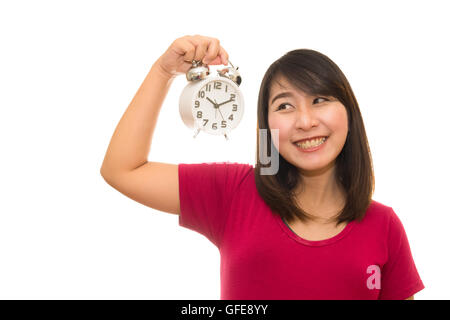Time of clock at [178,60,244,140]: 10:11
